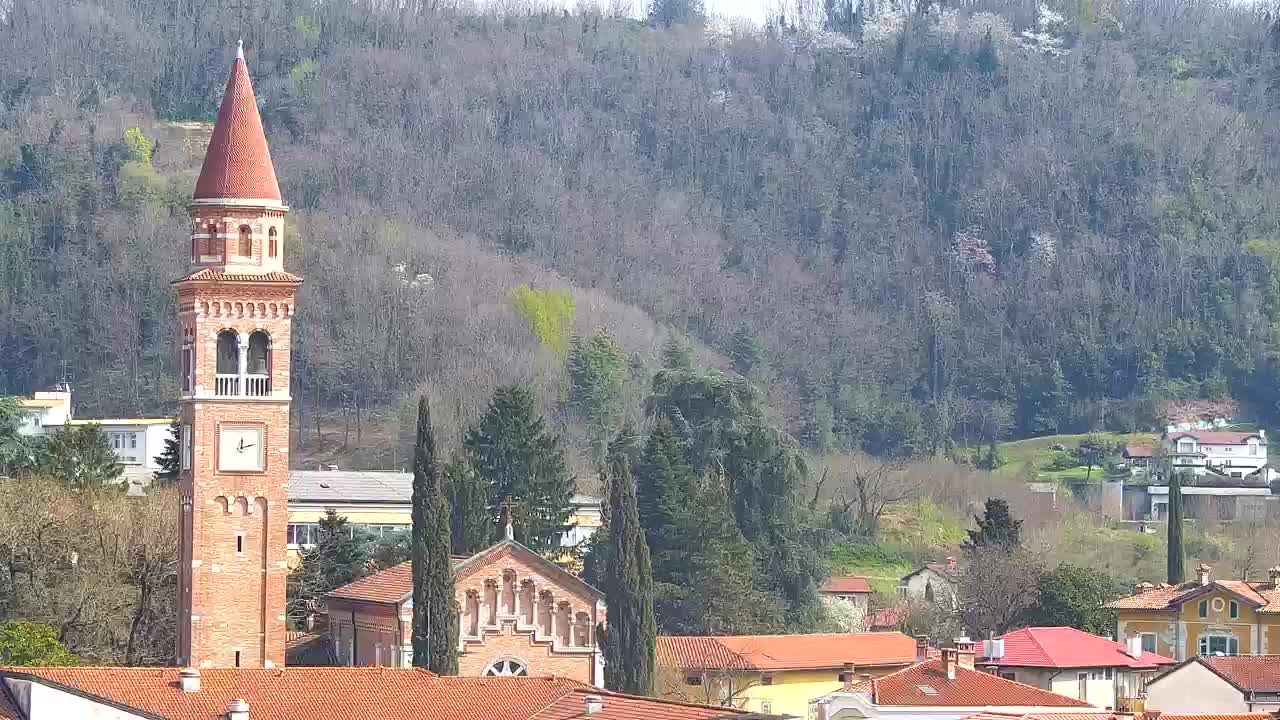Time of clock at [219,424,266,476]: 12:12
